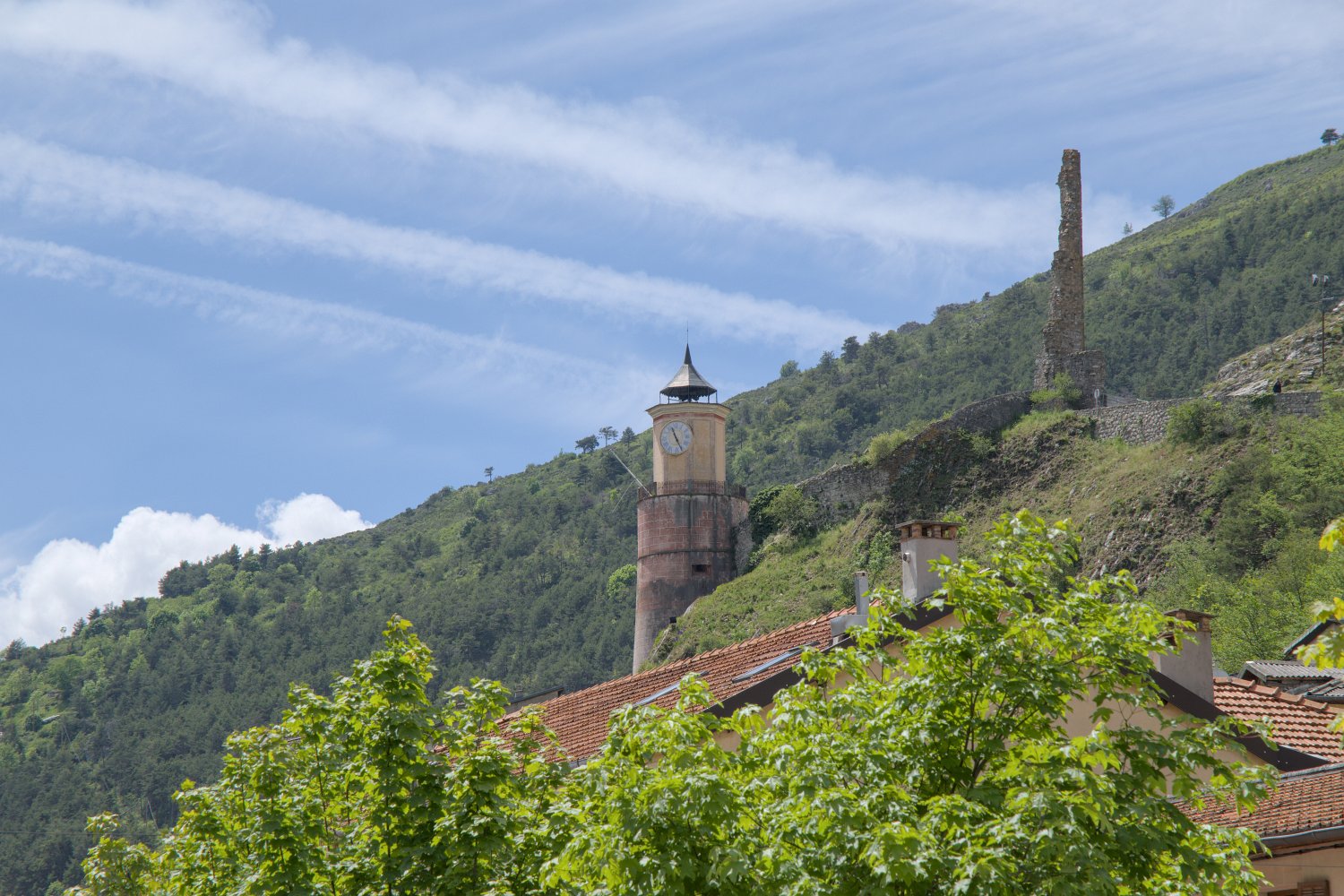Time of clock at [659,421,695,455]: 11:25
